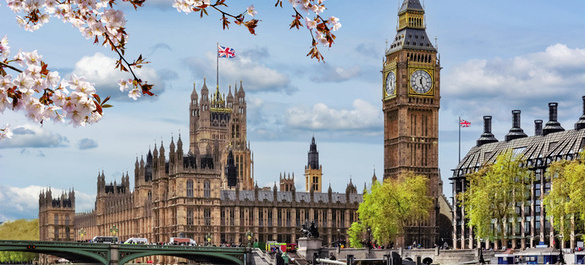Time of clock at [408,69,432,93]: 12:26
